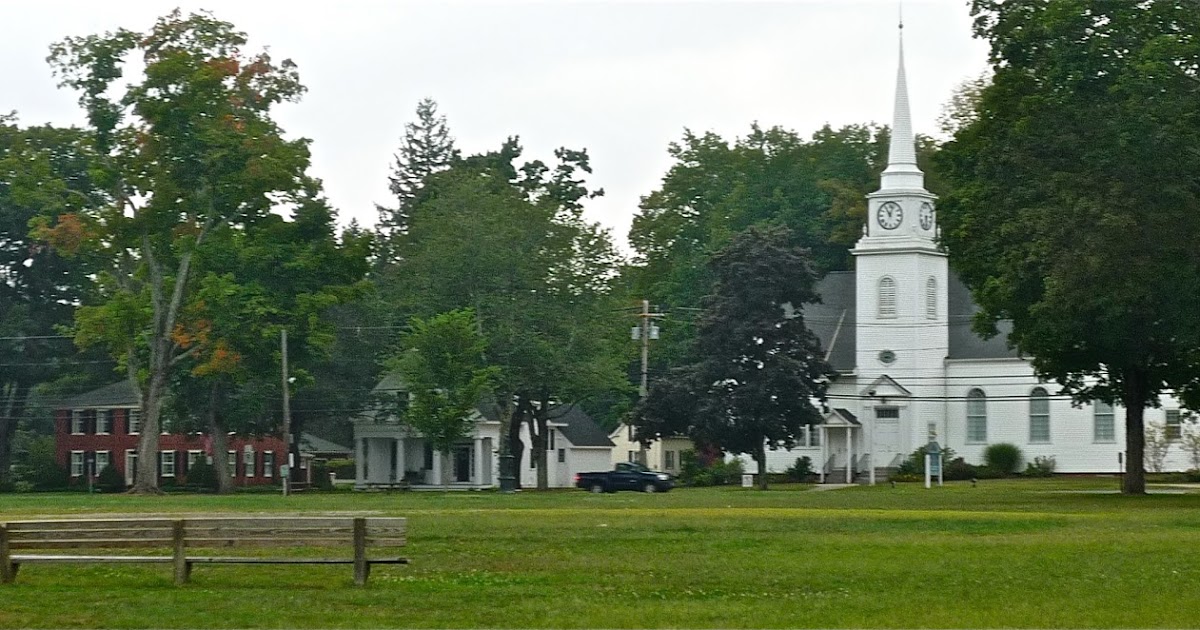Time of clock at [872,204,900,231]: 11:03
